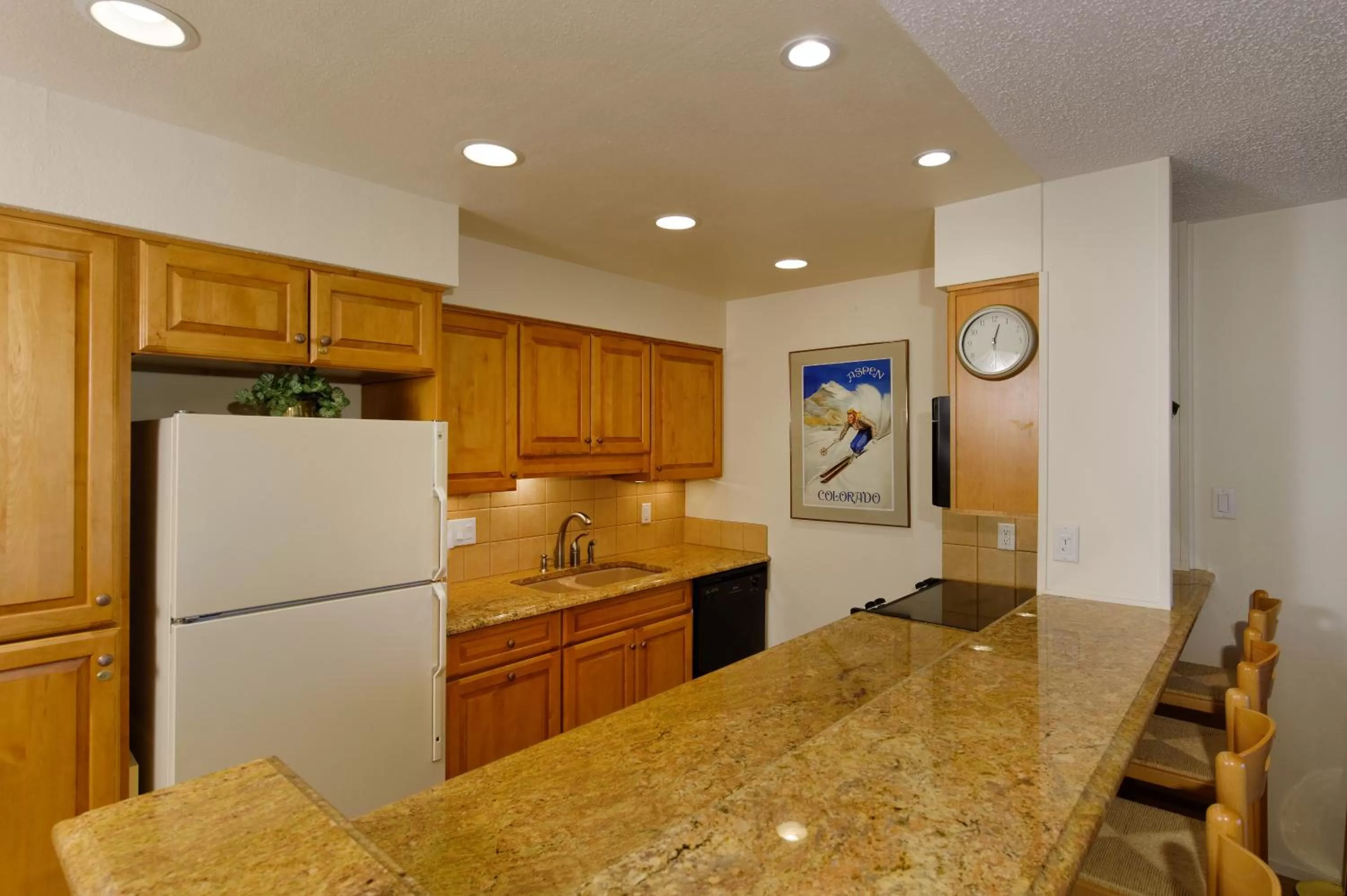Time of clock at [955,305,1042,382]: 12:28
